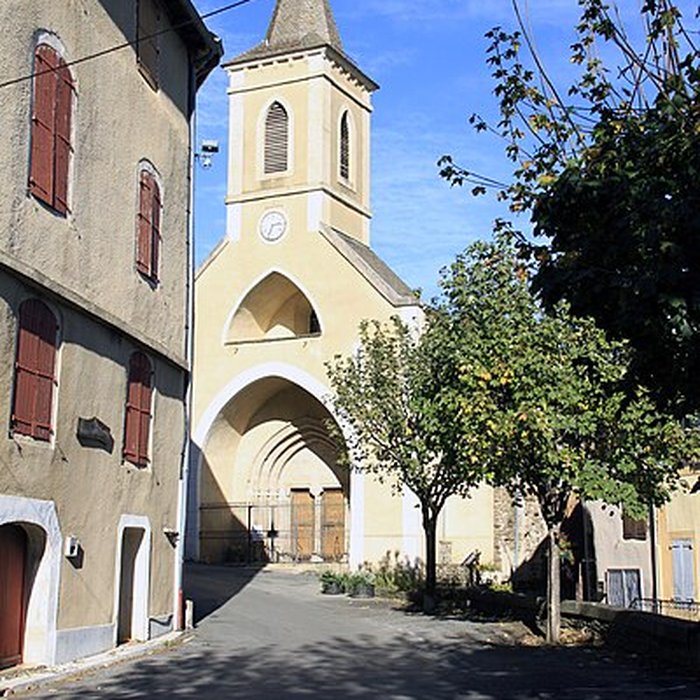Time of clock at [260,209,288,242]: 2:33
